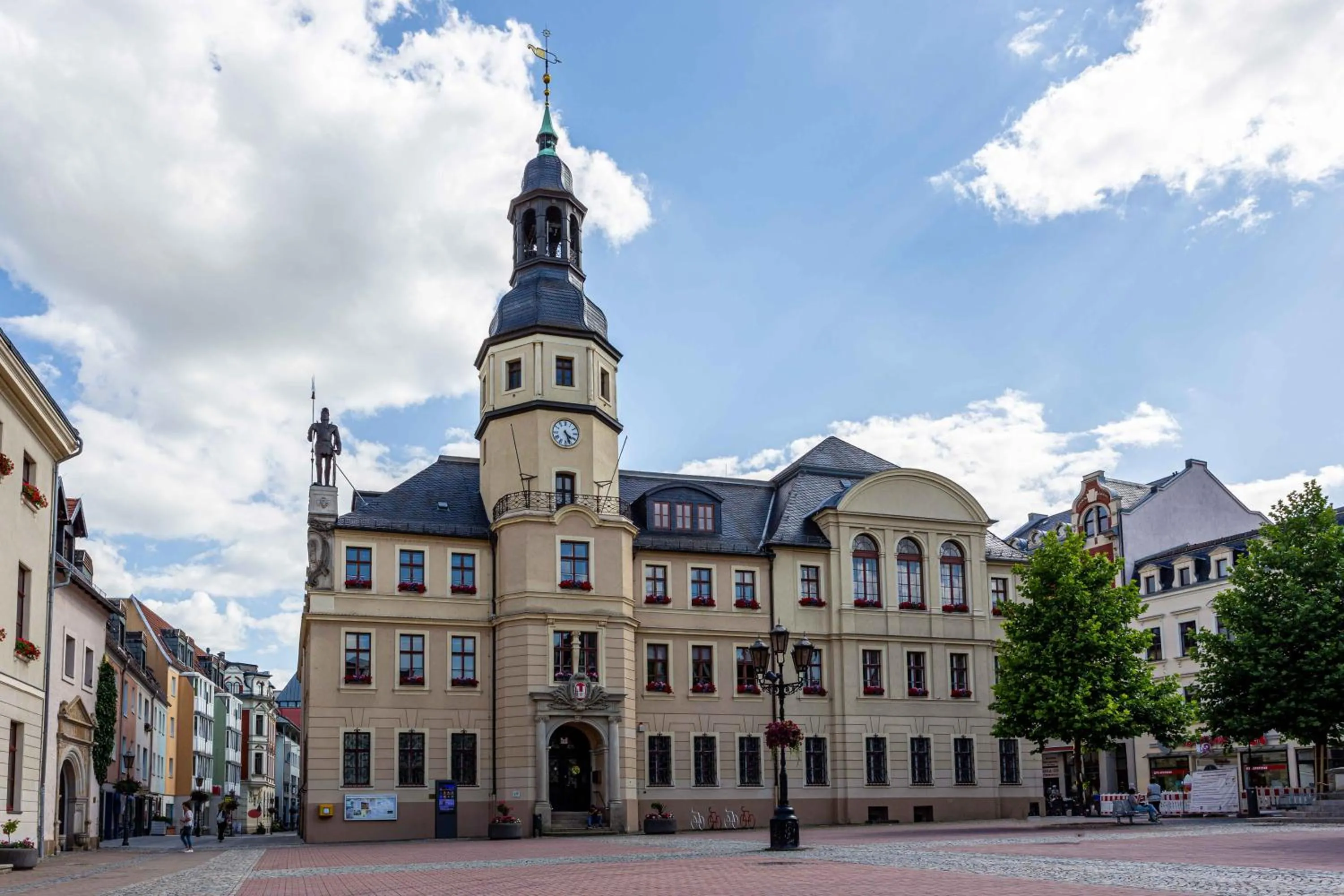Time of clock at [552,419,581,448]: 4:26
